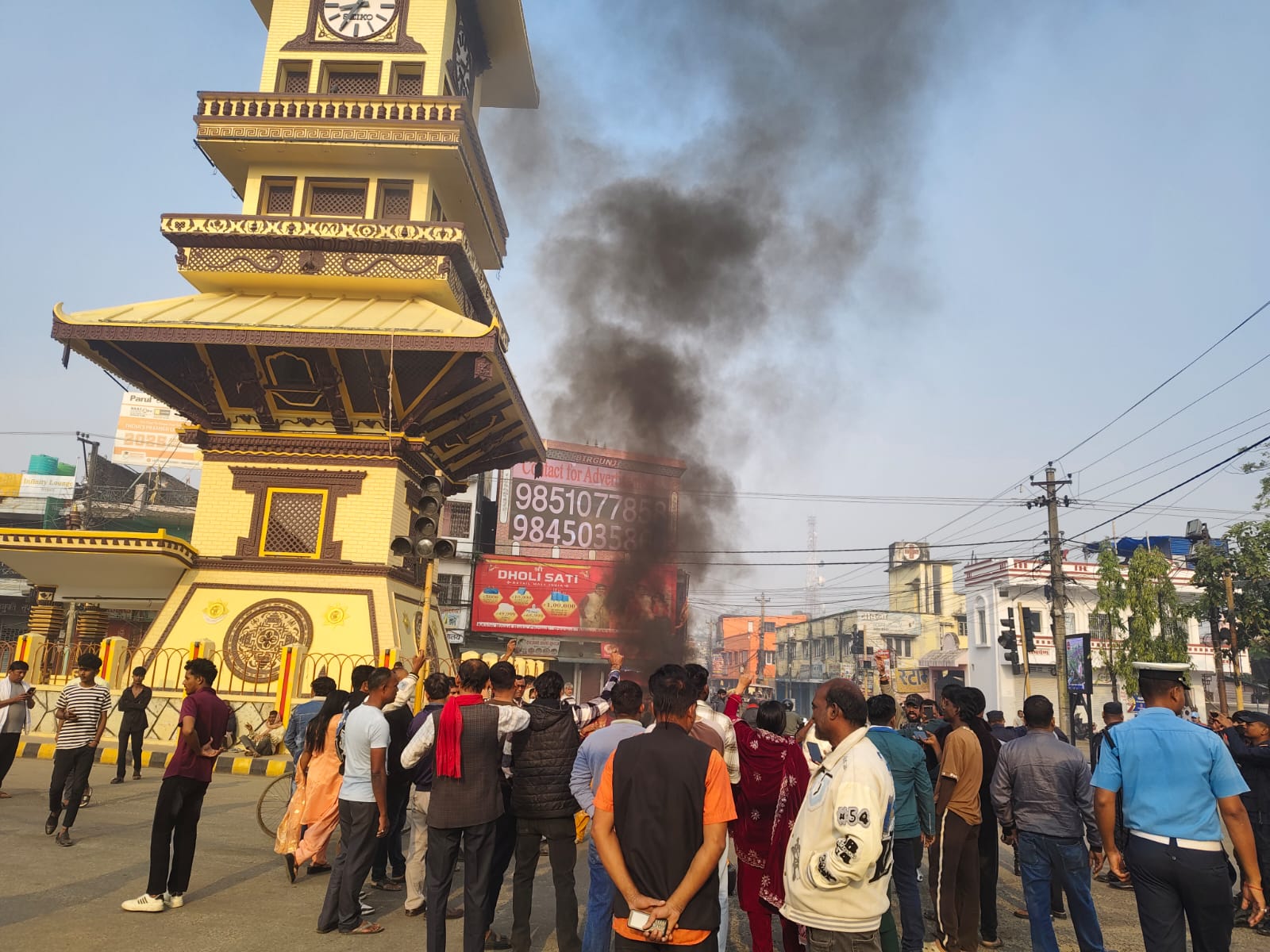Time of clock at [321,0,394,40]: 8:35
